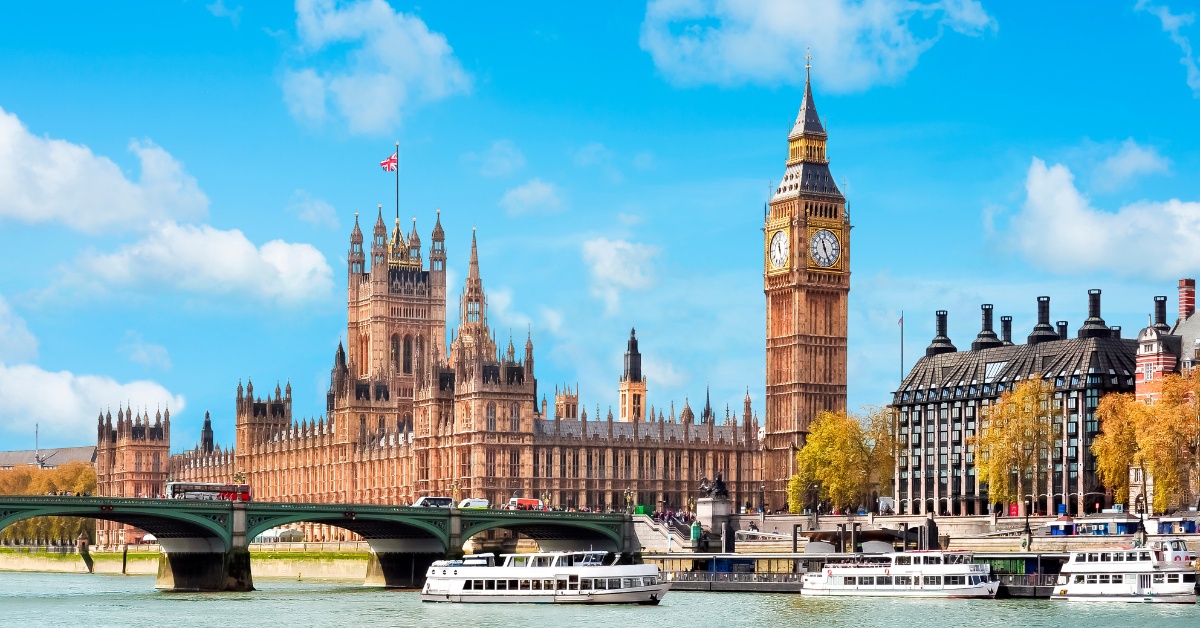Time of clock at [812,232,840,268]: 11:26
